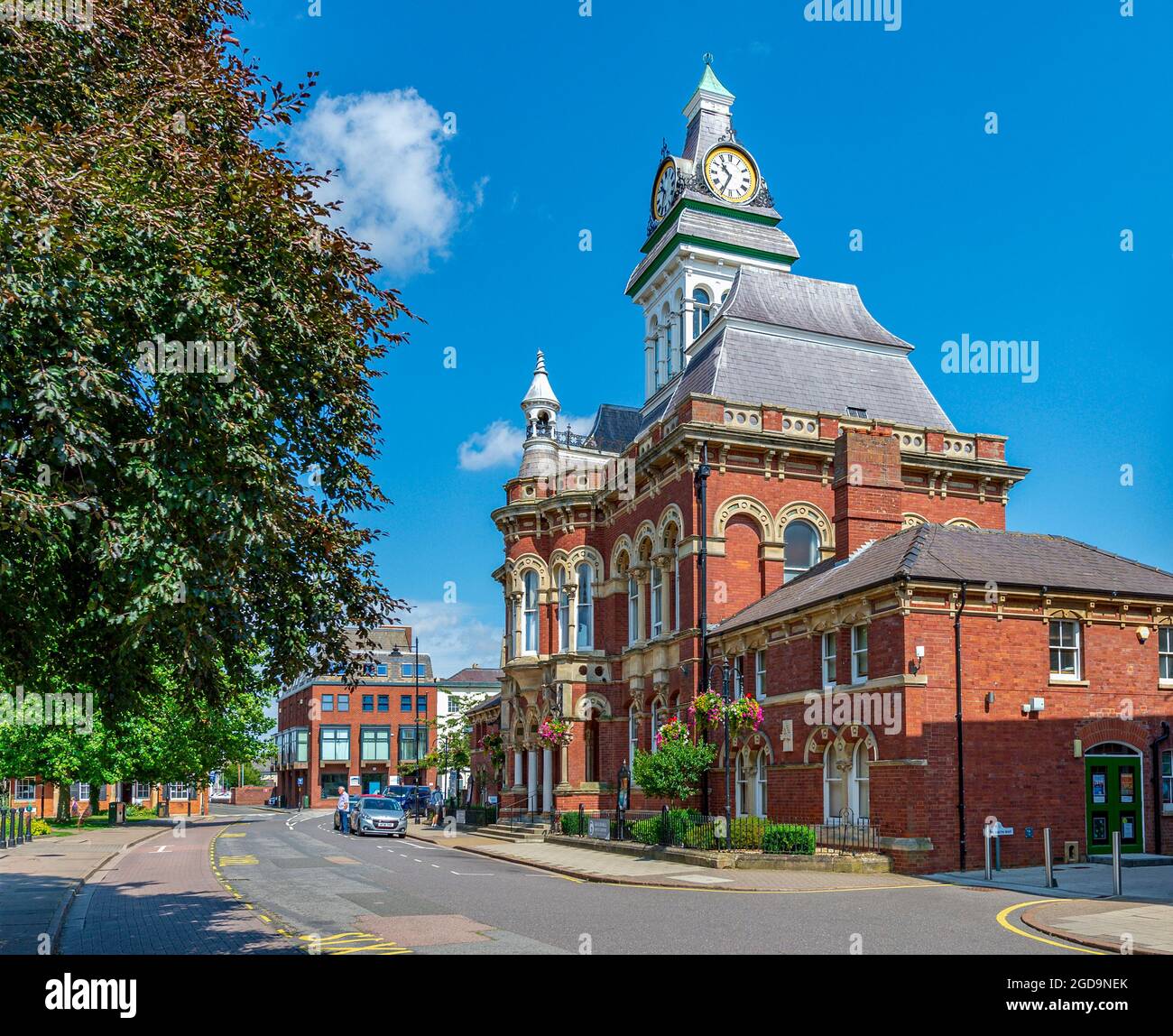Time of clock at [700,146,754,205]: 10:34
